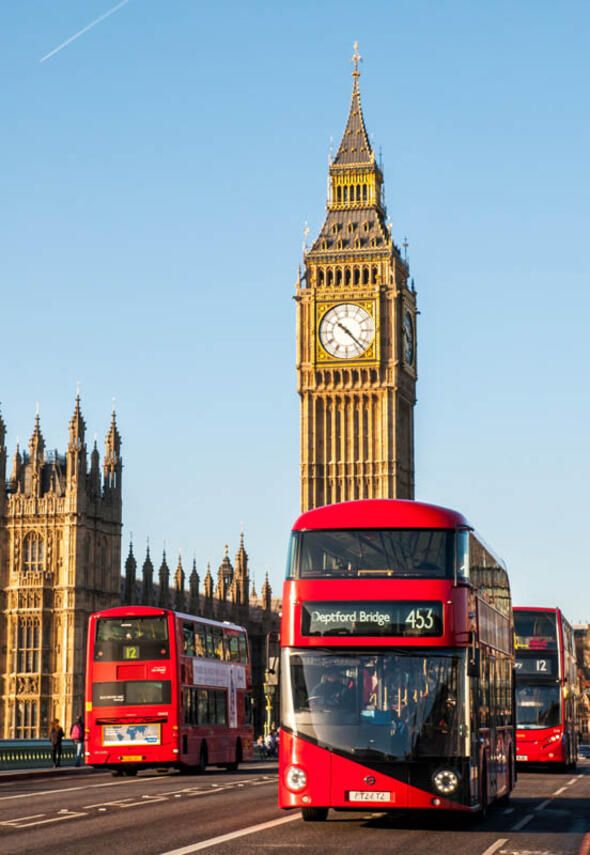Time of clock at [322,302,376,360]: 10:22
